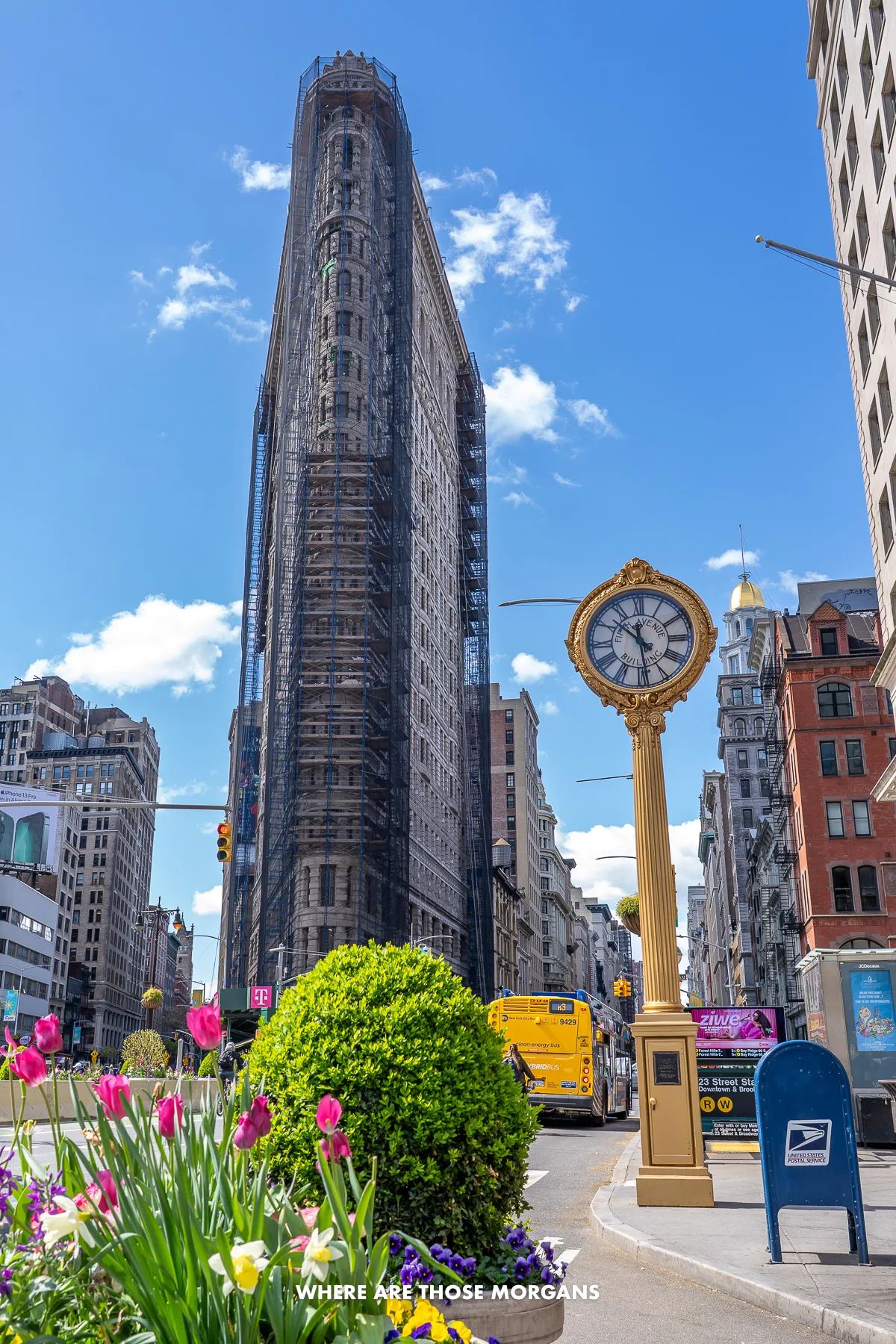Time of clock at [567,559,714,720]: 10:28
